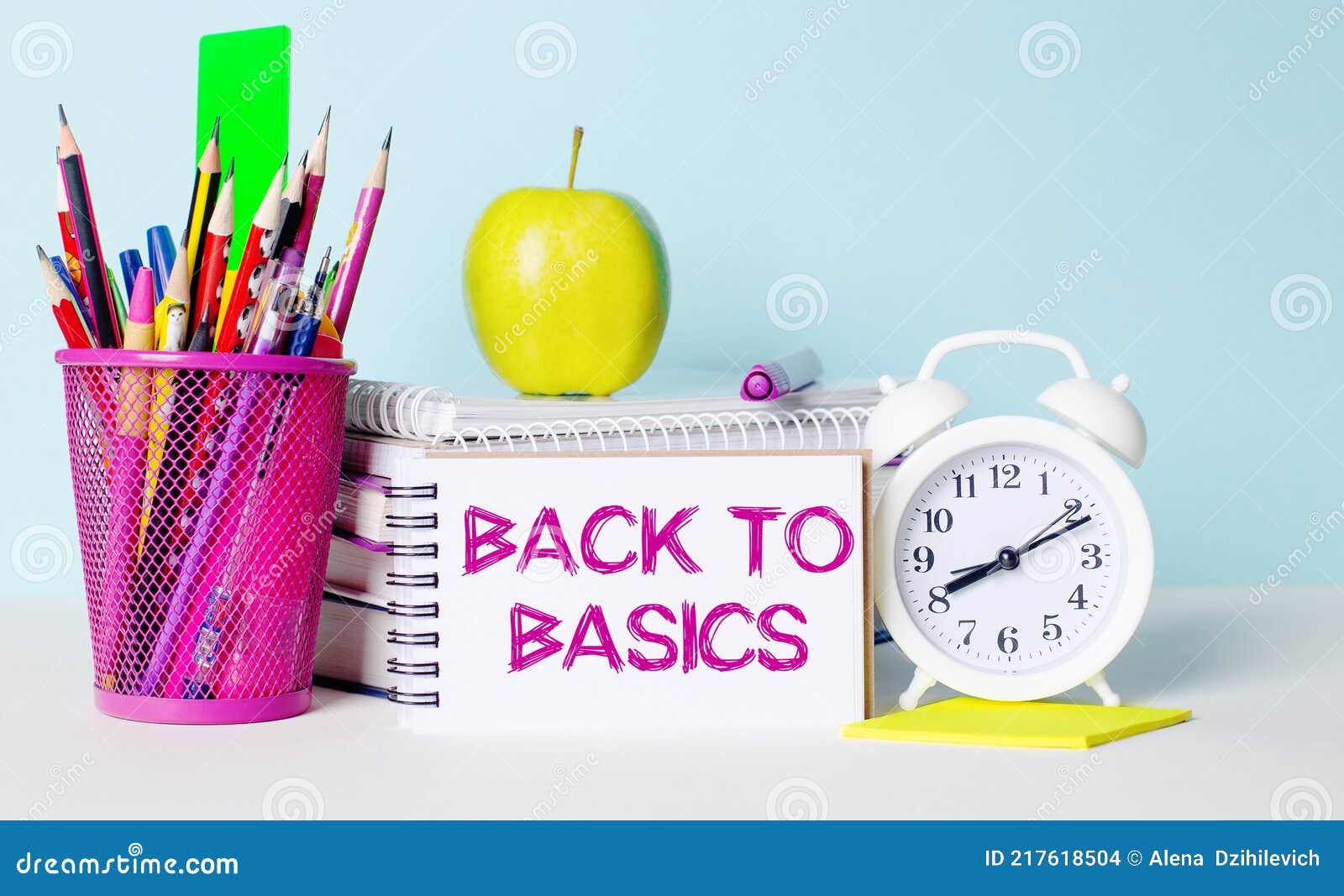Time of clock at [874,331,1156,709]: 8:11
